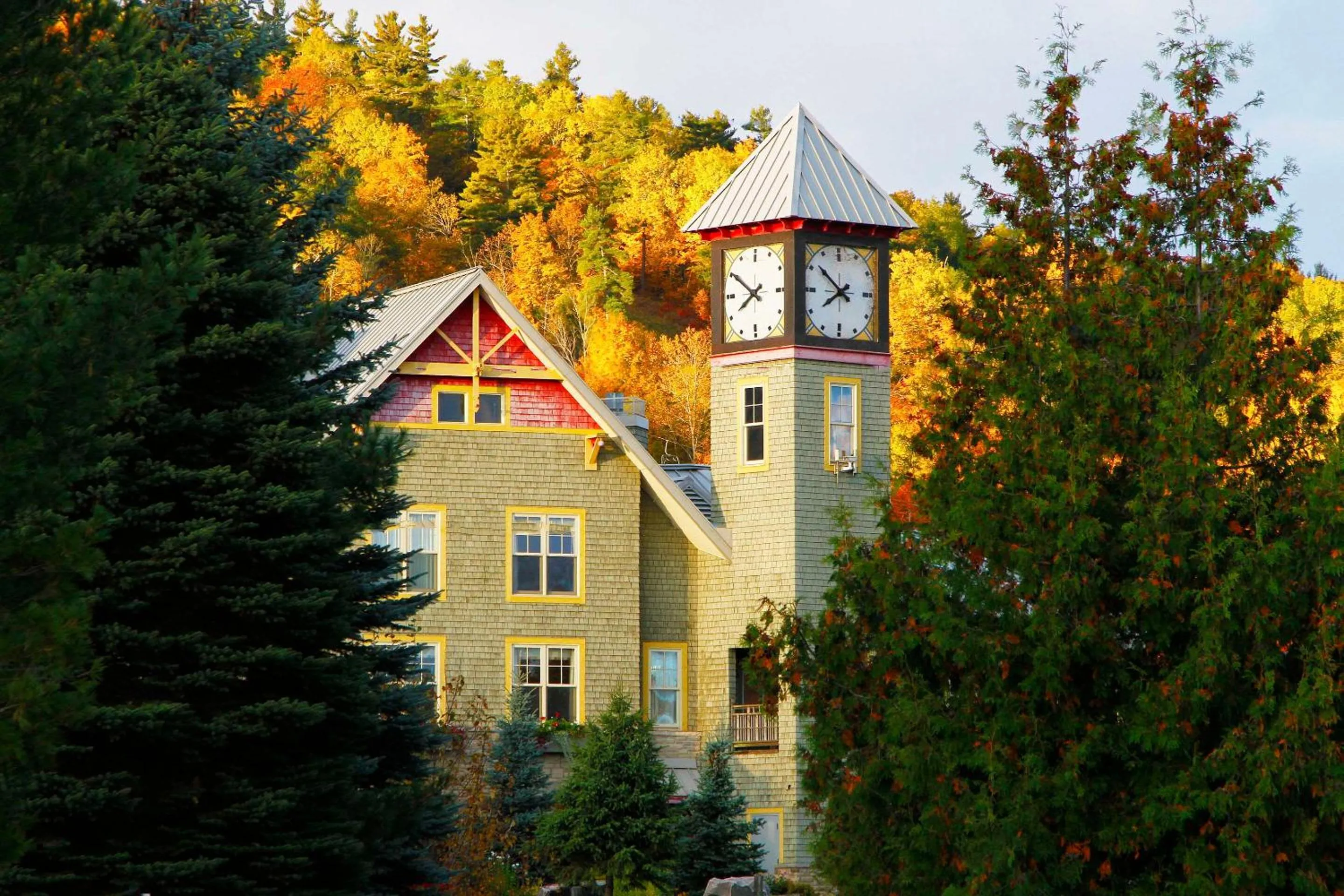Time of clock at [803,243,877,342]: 7:51
